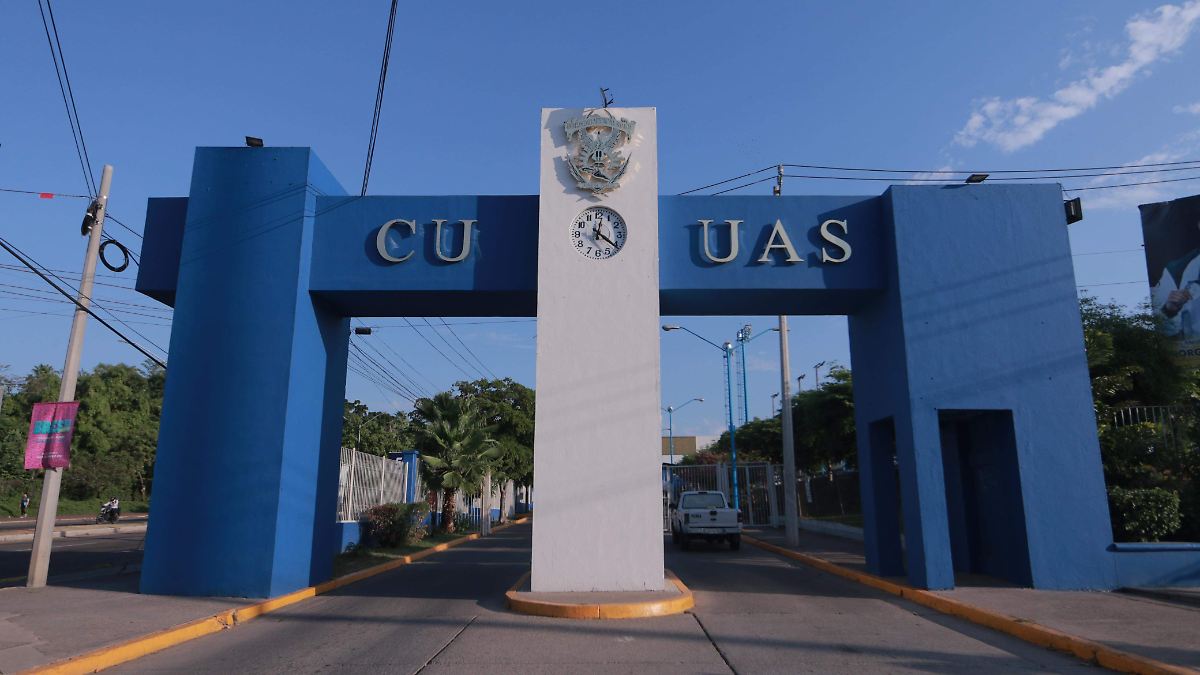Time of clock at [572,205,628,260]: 12:20
